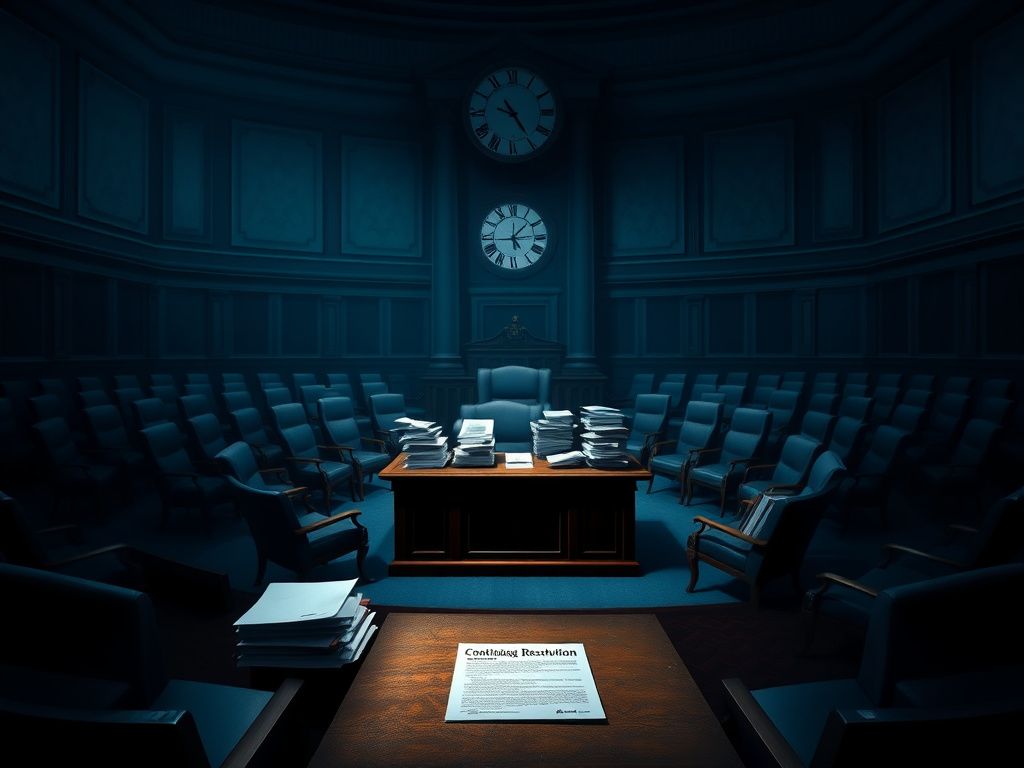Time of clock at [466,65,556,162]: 9:24
